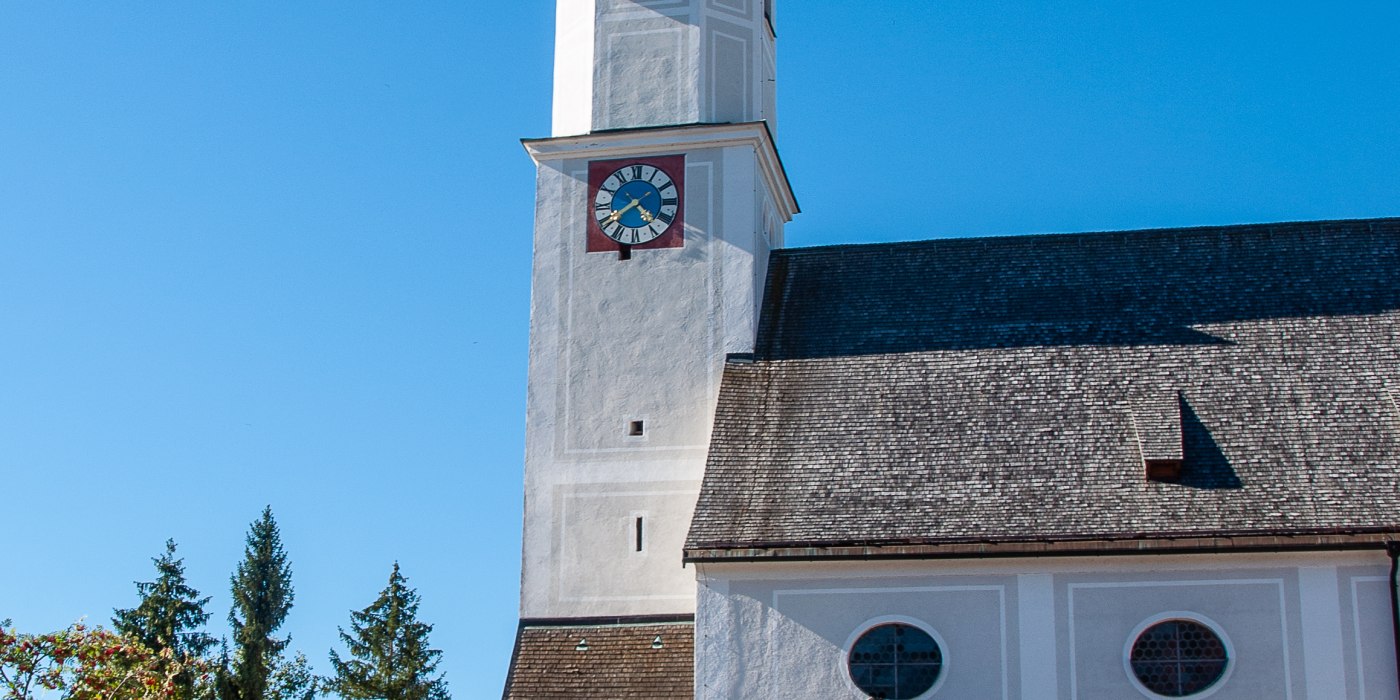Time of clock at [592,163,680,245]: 4:39
